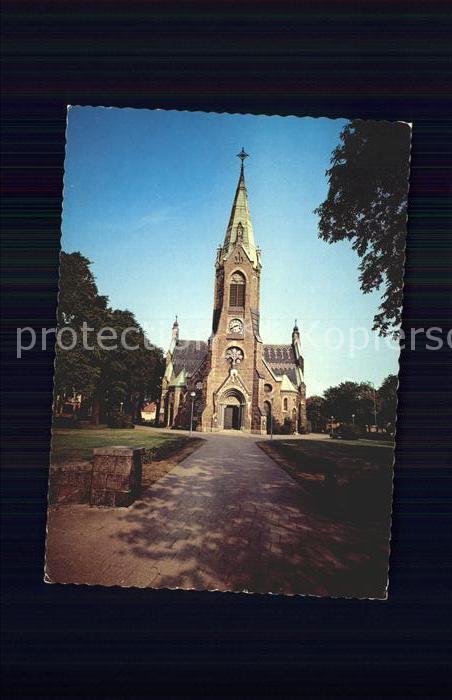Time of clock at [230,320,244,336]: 2:40
